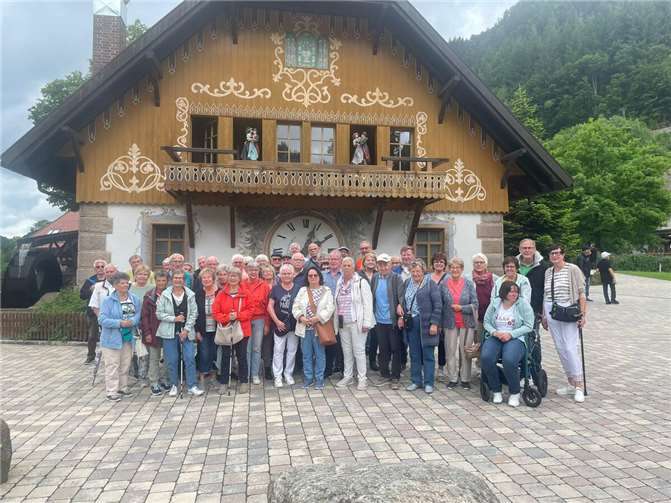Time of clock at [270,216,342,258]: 2:03
